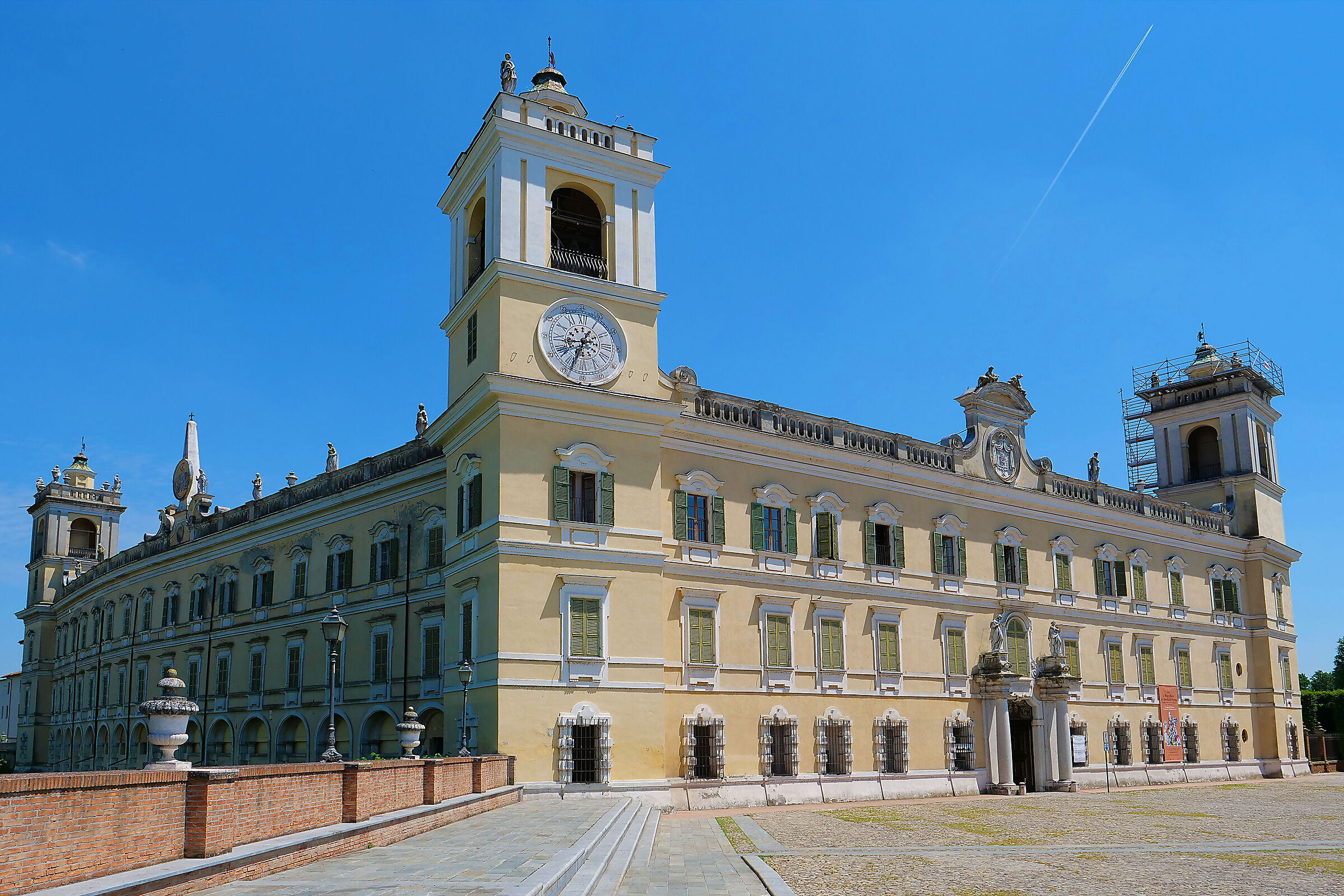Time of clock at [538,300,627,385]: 8:33
